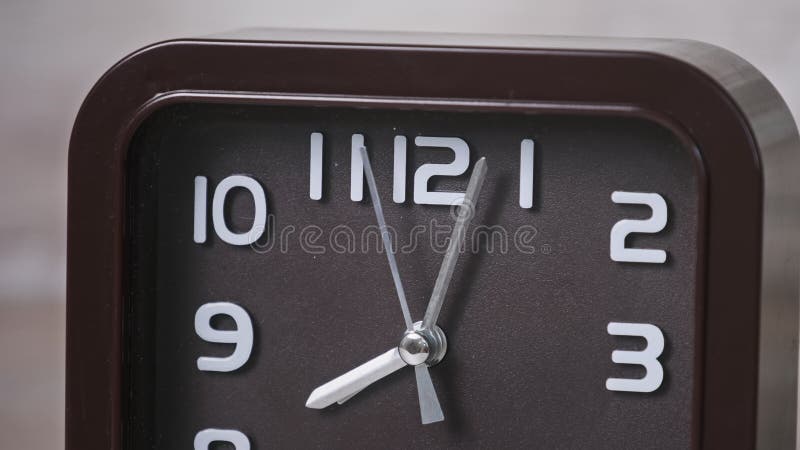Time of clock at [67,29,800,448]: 8:03
